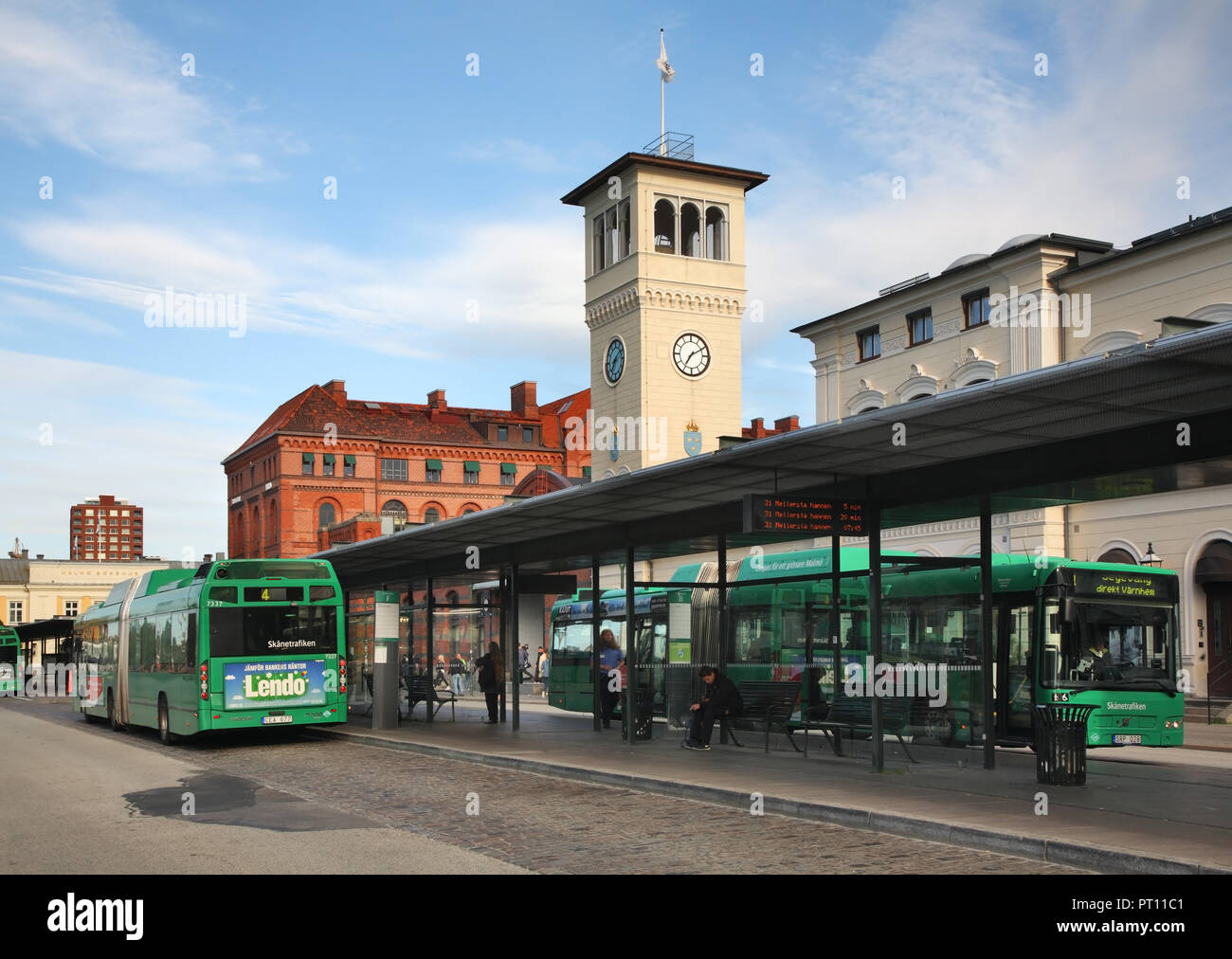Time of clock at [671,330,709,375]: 7:10
